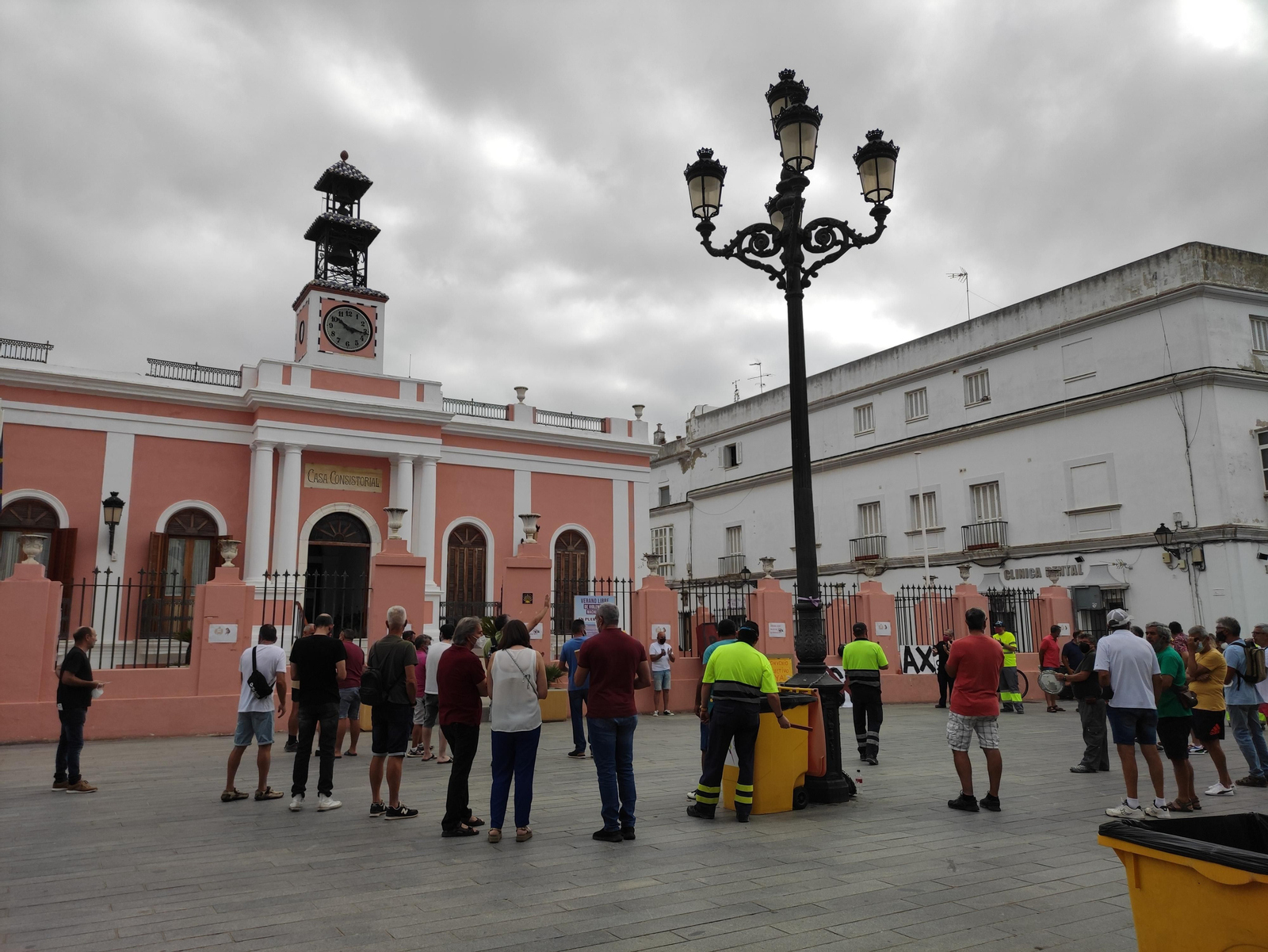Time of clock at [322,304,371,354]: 10:16
